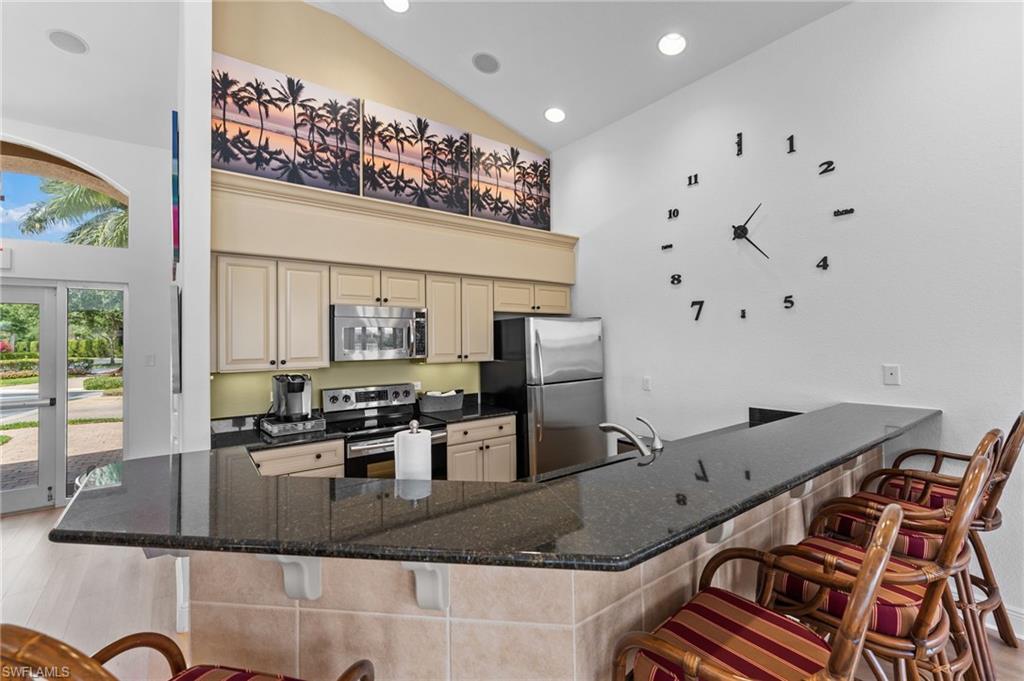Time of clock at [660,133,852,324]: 1:22
